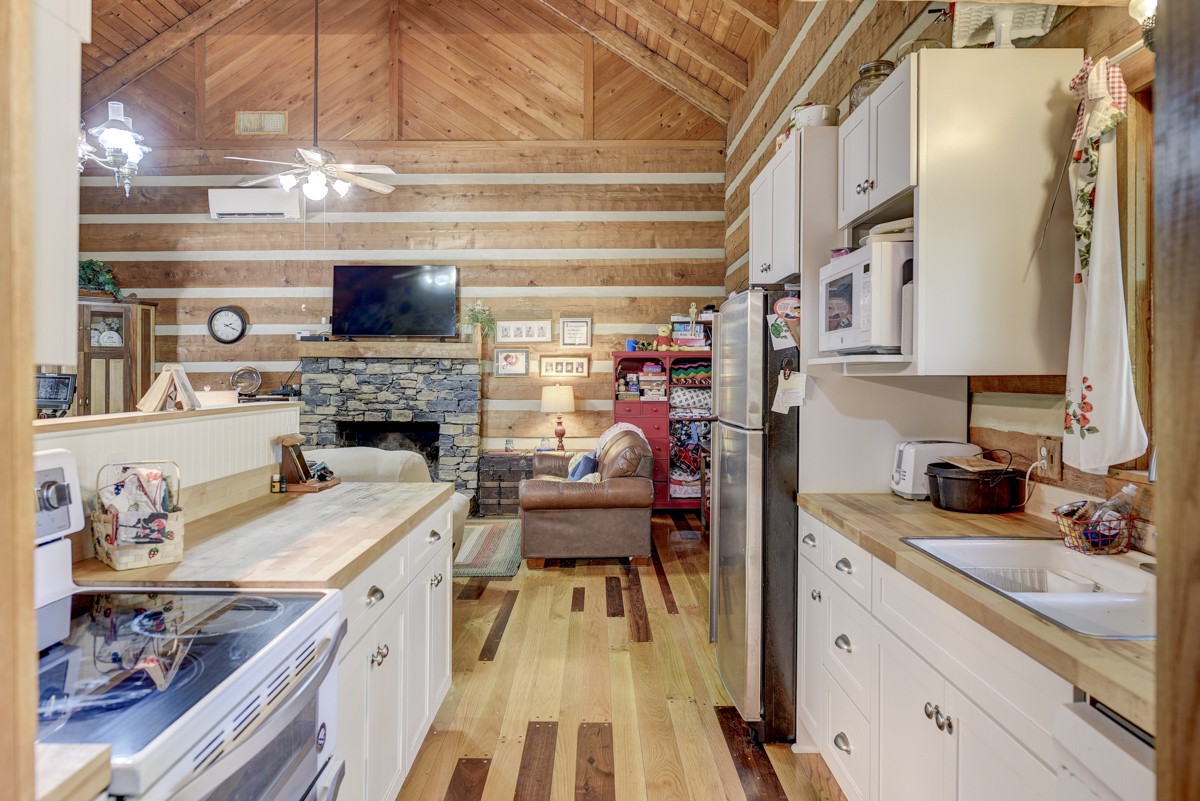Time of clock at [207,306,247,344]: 2:19
